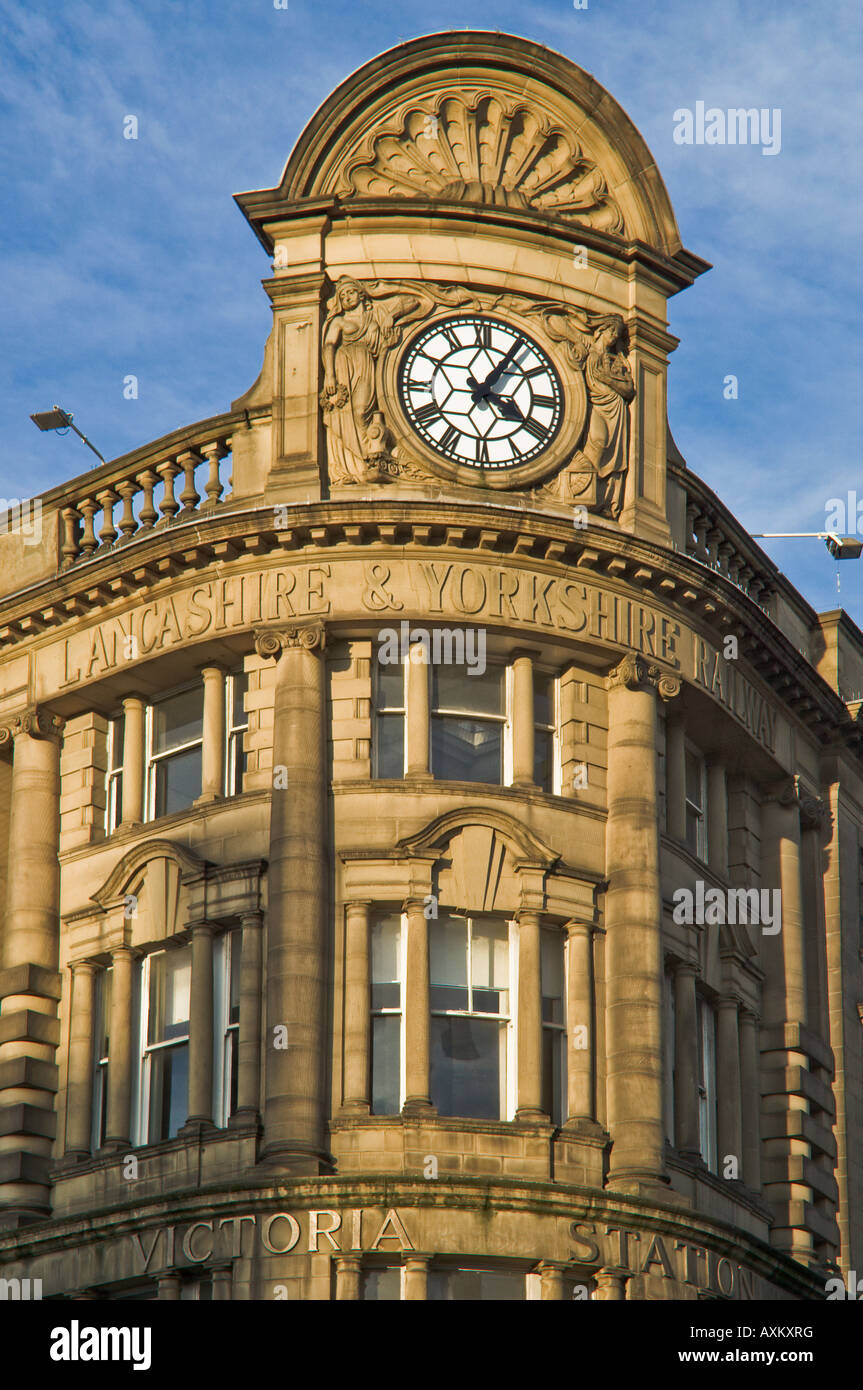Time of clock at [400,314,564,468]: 4:05
